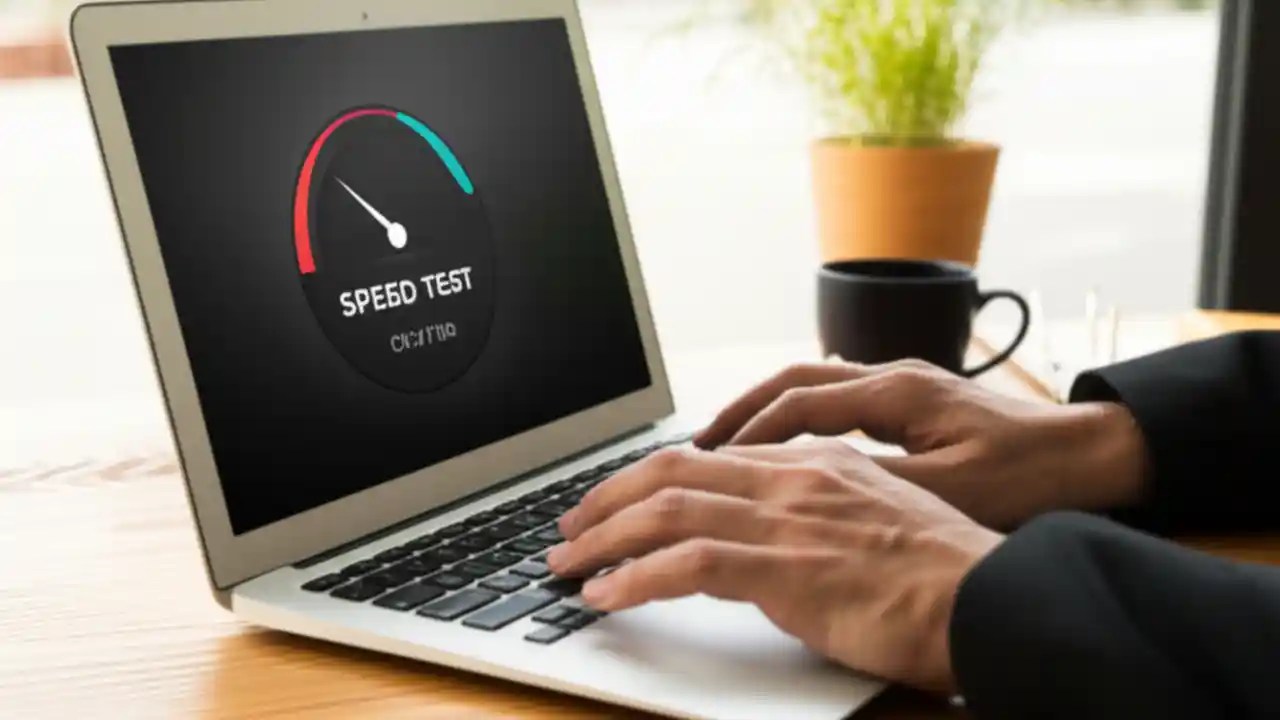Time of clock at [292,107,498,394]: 9:50
